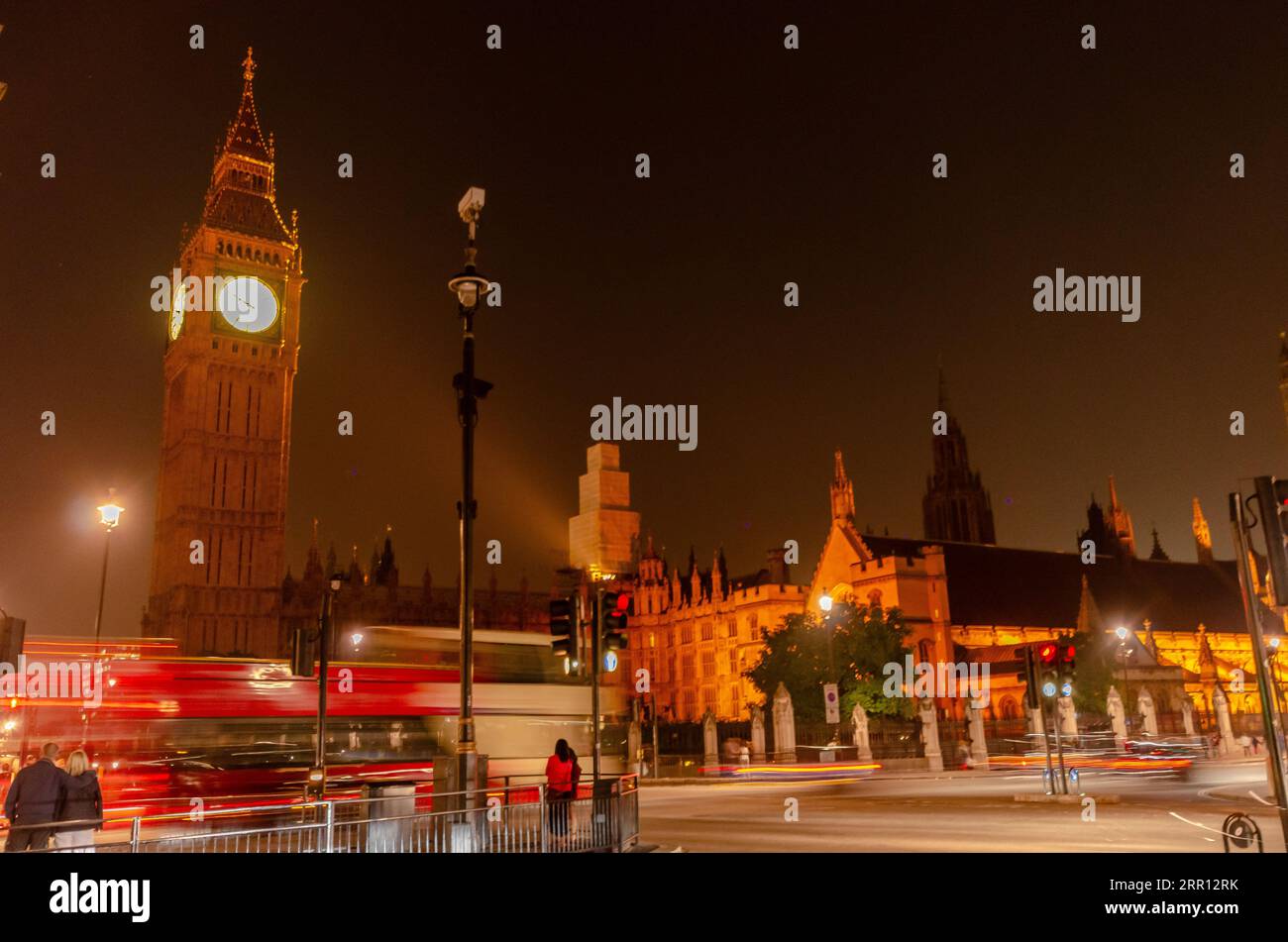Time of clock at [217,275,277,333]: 4:00
